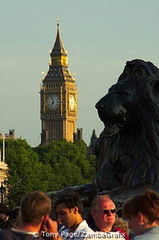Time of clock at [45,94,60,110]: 6:58
